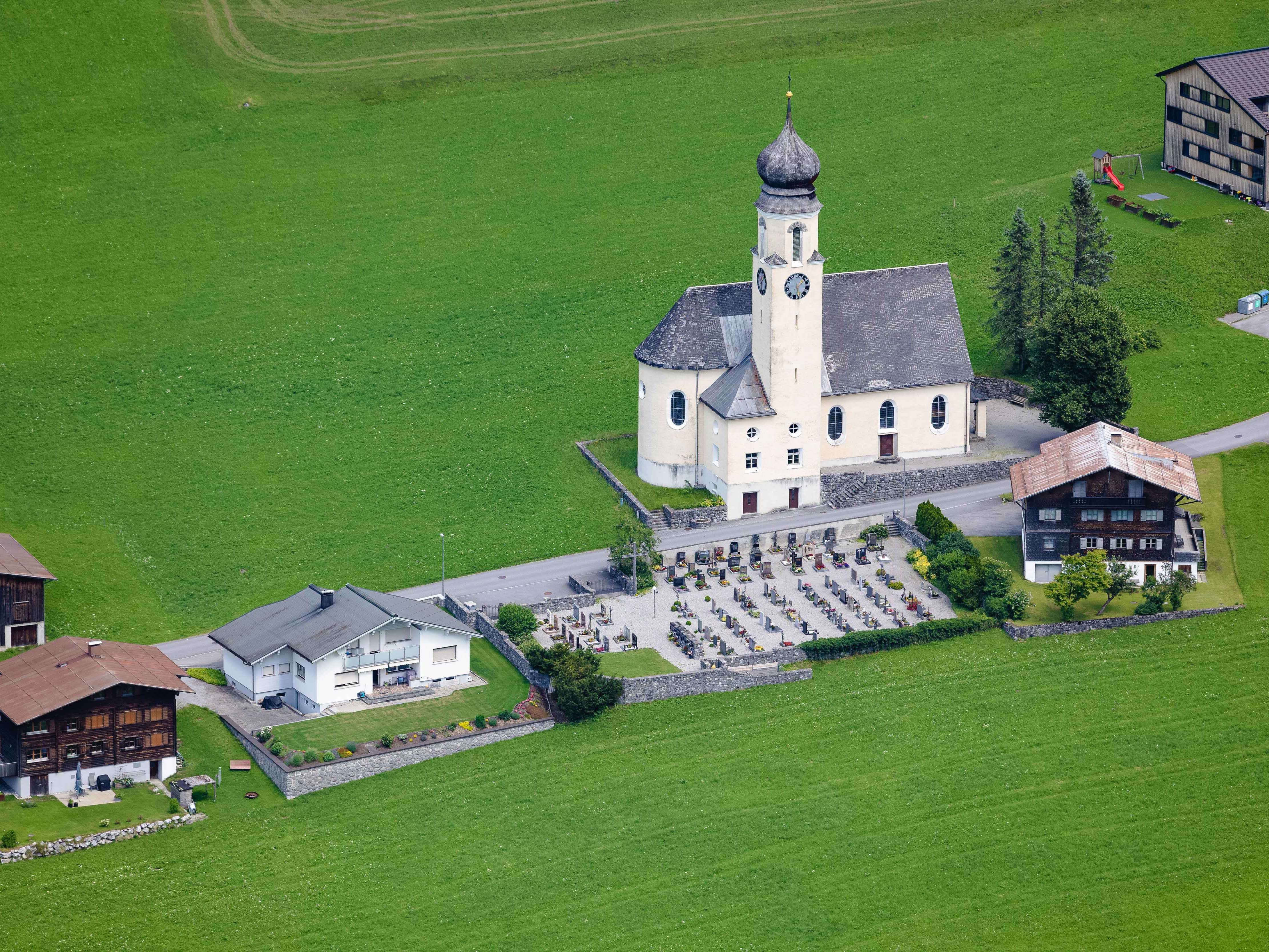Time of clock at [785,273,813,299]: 1:28
